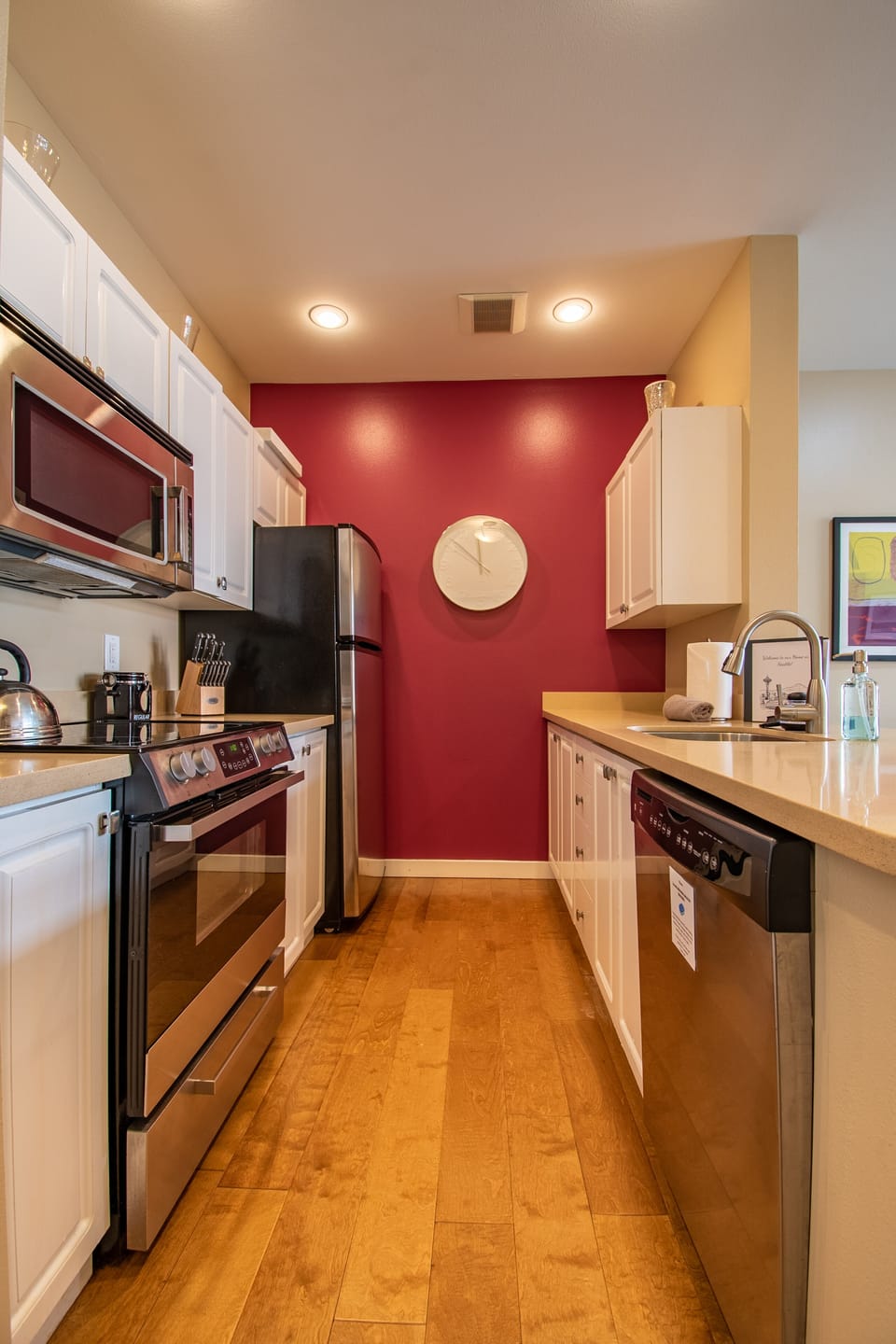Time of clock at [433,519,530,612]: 11:51
